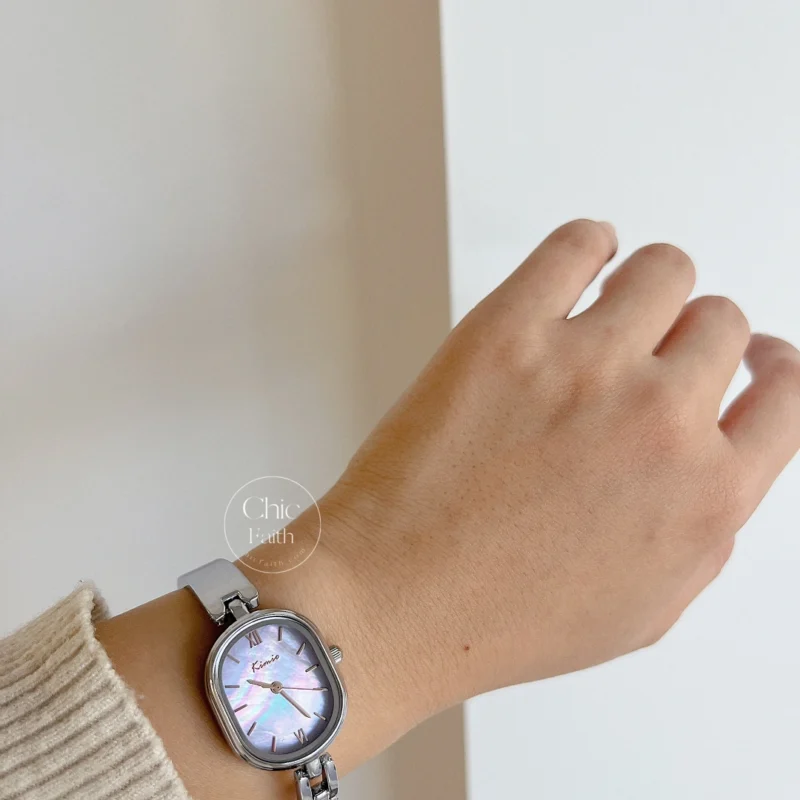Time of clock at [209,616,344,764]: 9:21
